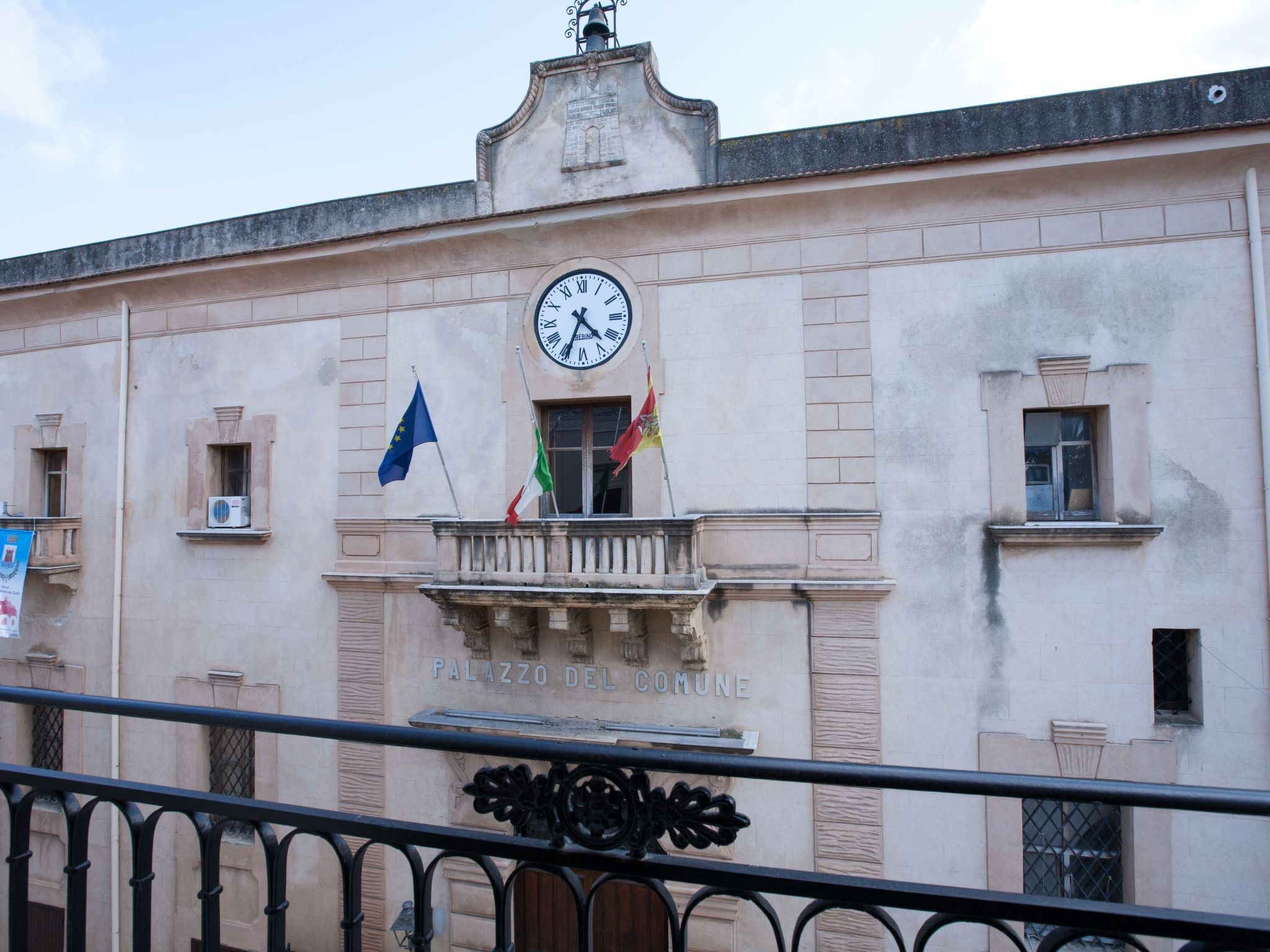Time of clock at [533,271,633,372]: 4:34
